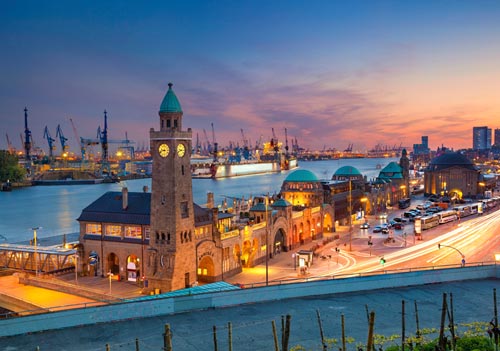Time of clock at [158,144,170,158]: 9:42
